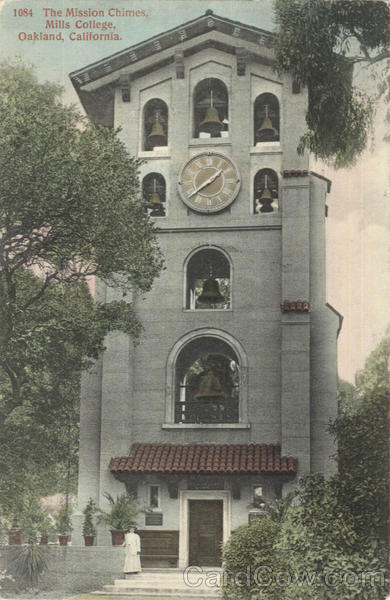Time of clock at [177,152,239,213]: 1:38
